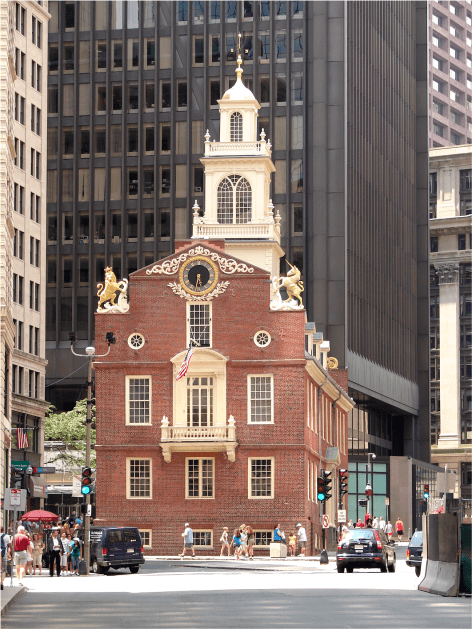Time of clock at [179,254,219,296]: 5:31
